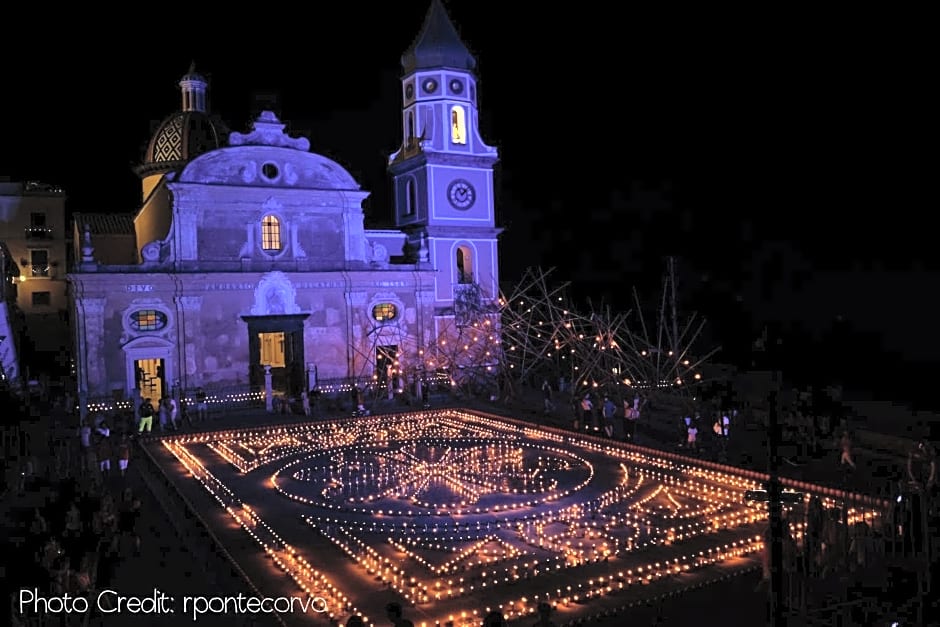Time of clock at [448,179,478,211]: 11:07
